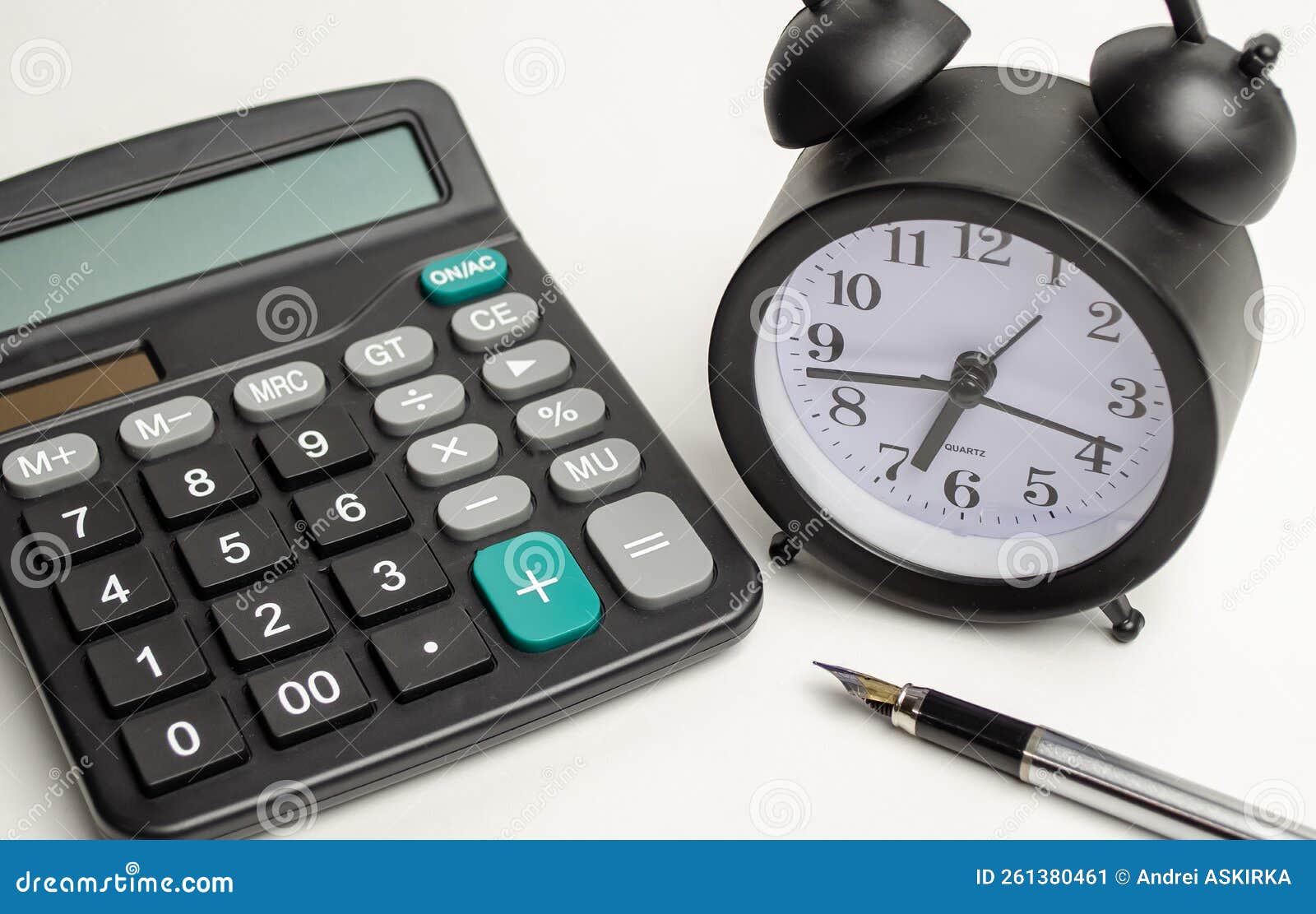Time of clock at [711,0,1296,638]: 6:42
